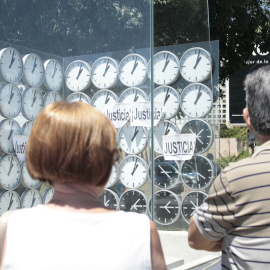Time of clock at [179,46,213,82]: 1:02
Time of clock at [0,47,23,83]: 1:03
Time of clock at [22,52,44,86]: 1:02
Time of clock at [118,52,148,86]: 1:02
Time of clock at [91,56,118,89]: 1:02
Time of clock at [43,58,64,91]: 1:02
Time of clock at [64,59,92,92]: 1:02
